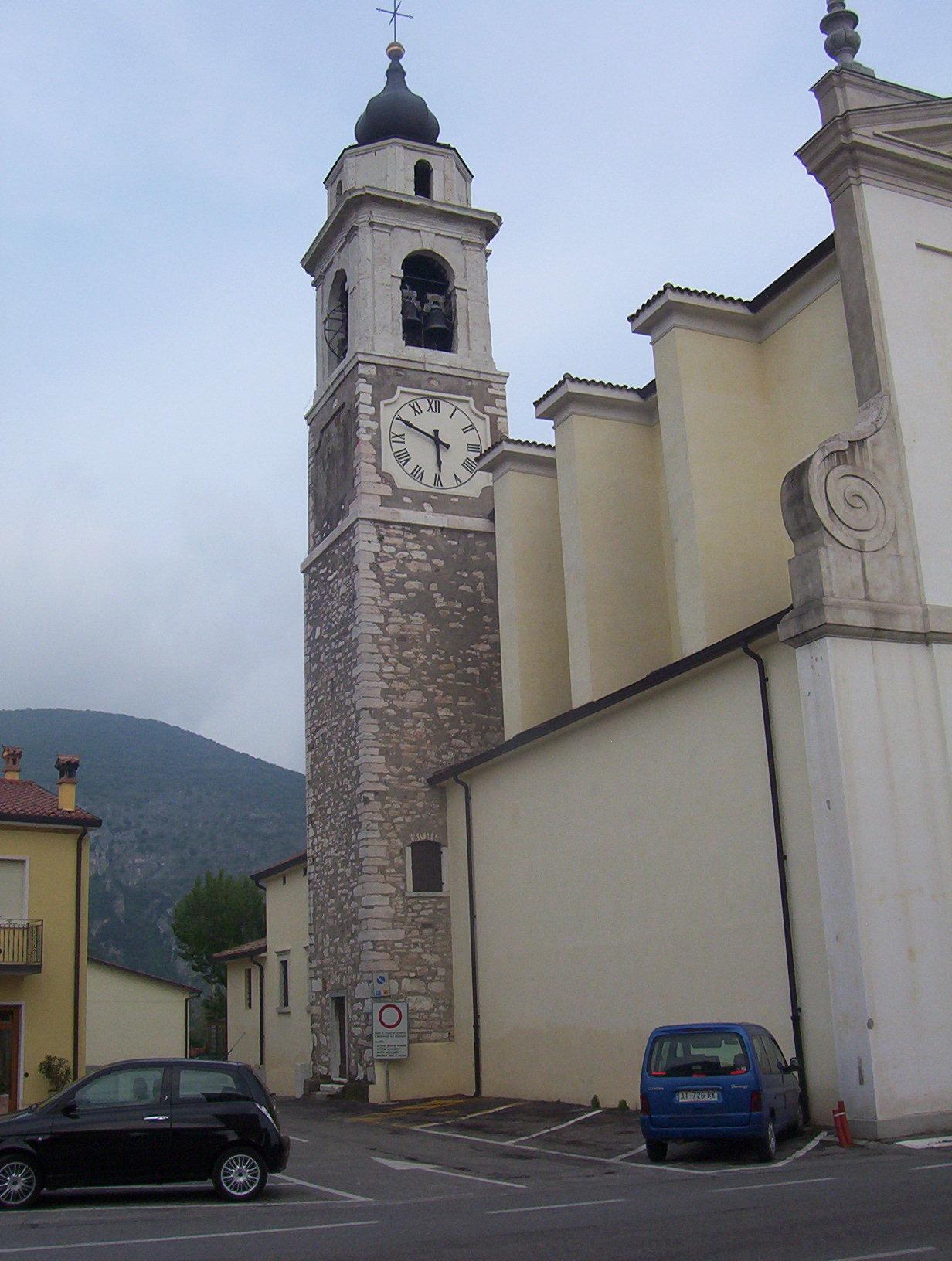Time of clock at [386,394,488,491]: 5:49
